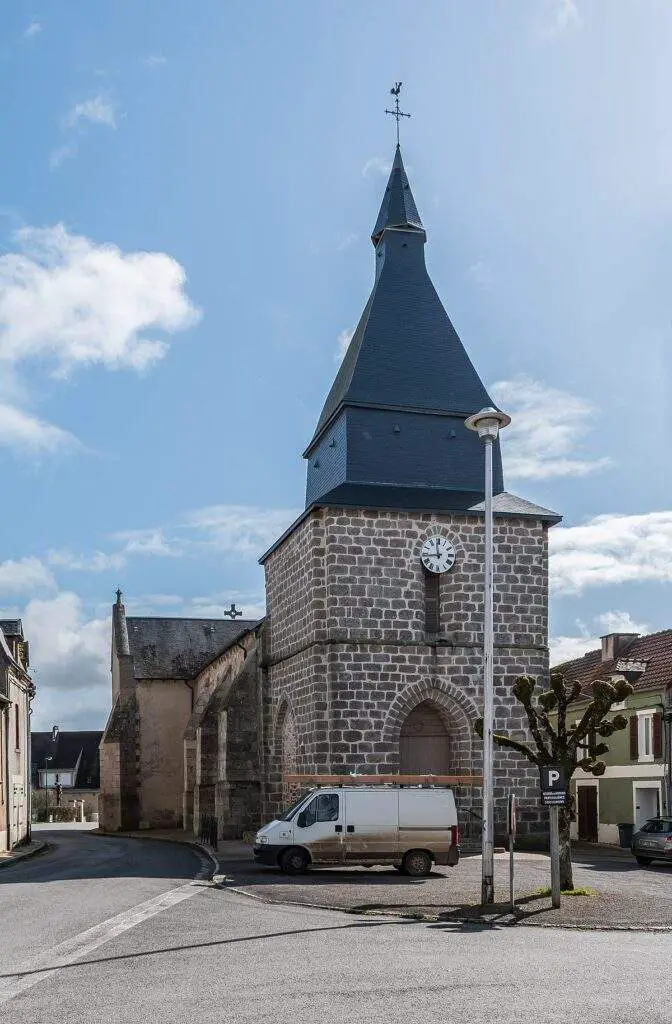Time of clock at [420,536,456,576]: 11:43
